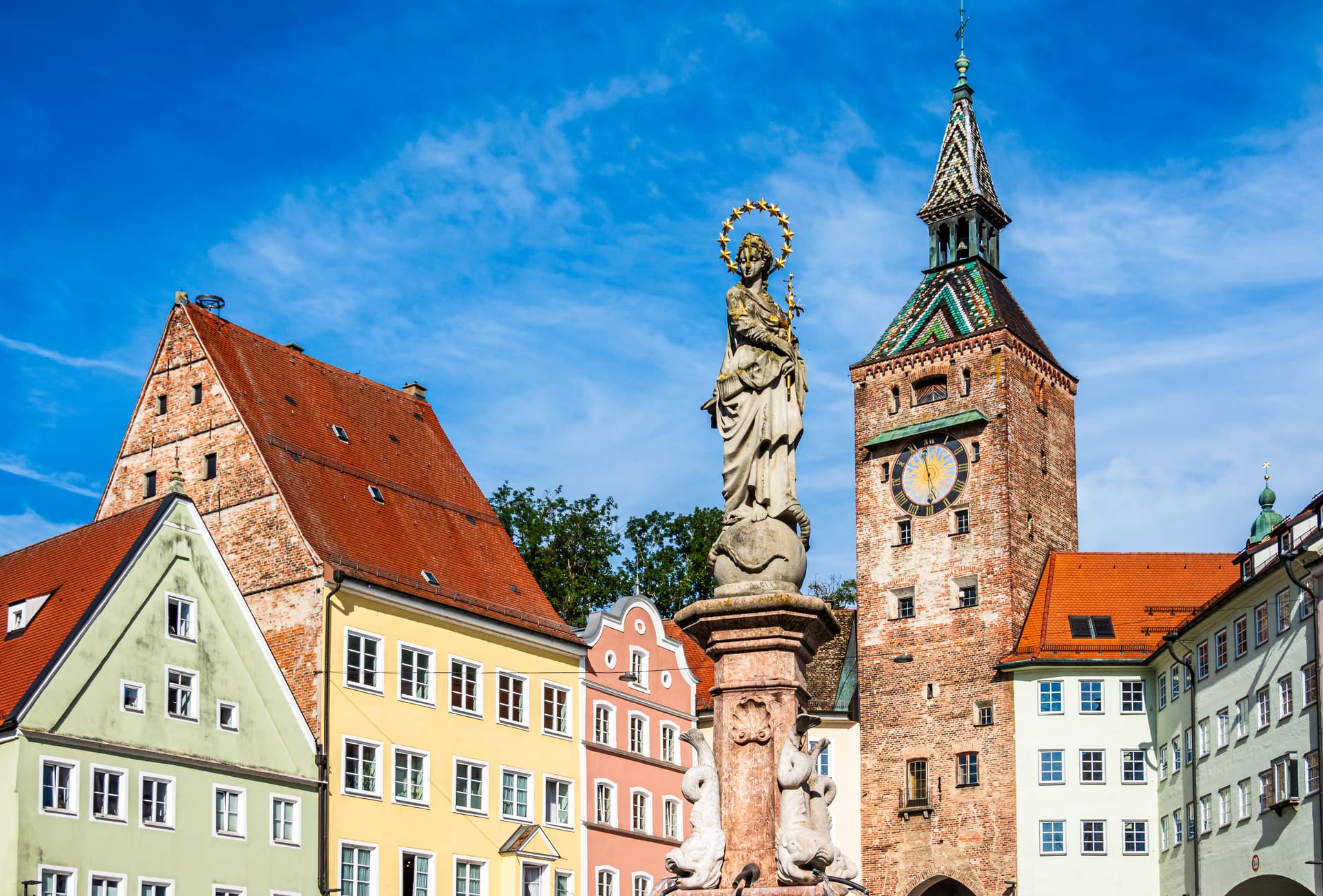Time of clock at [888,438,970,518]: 11:28
